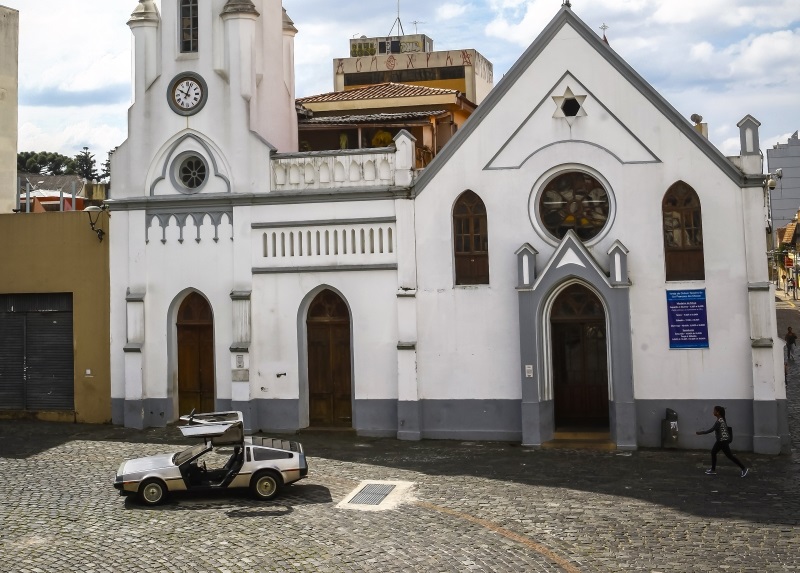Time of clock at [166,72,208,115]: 10:03
